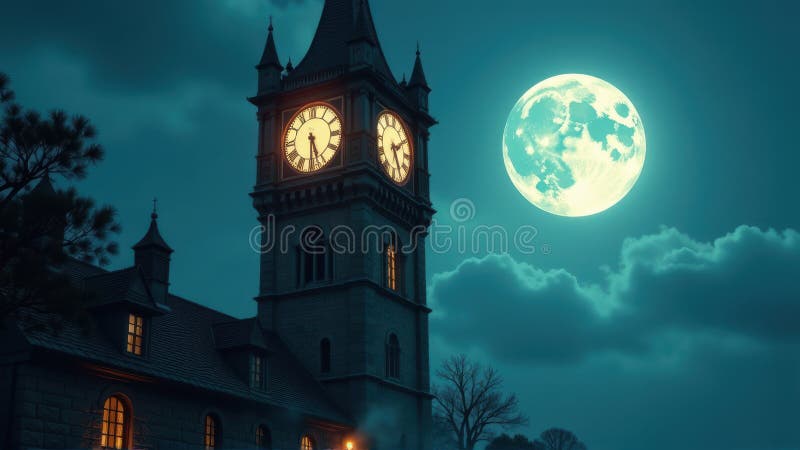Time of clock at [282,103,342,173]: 5:30
